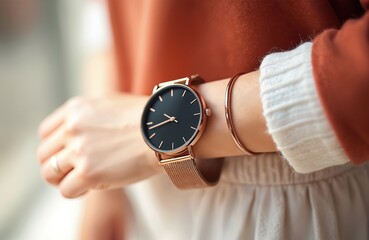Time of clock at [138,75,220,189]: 9:42
